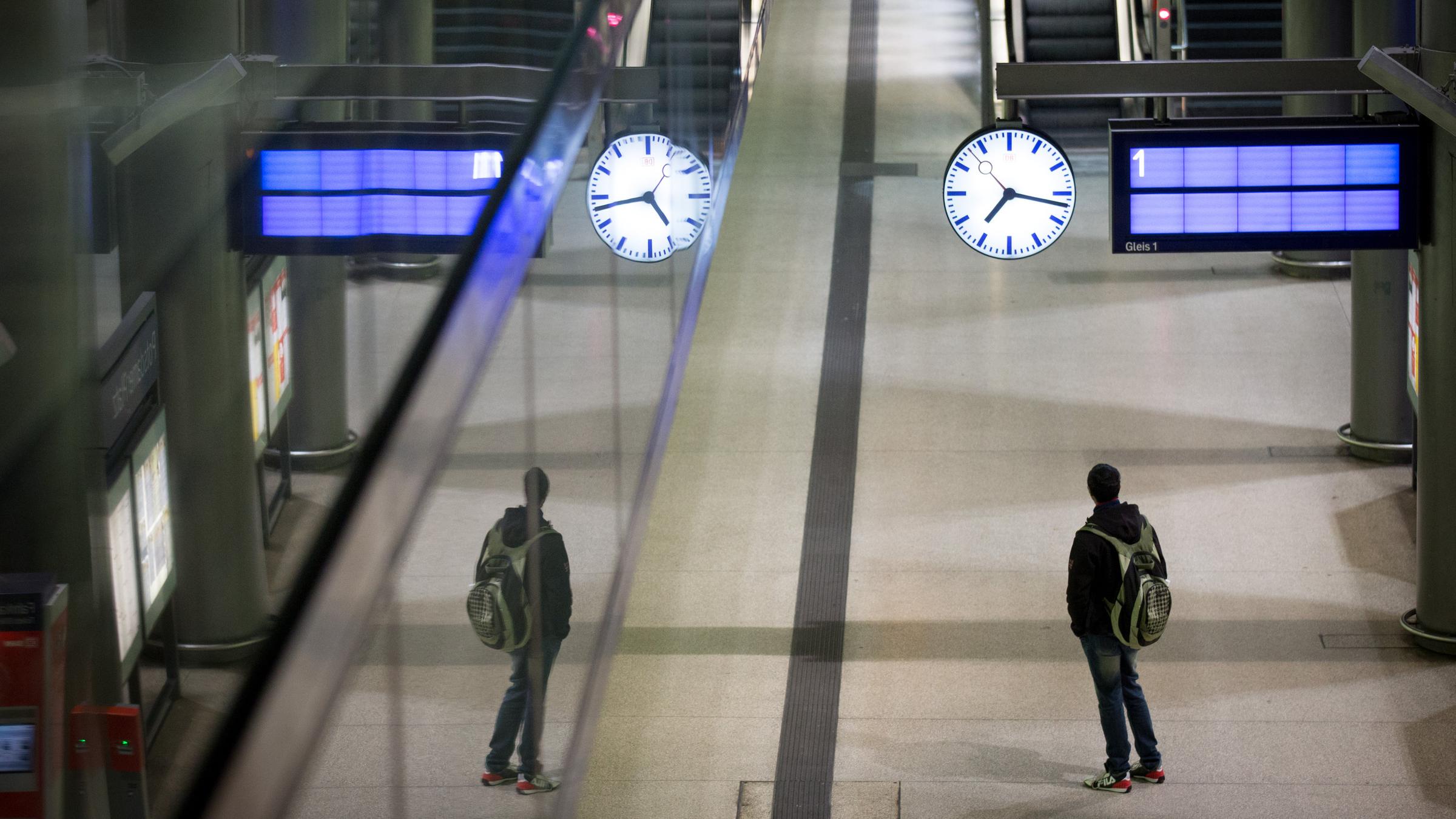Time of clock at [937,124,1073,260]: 7:17
